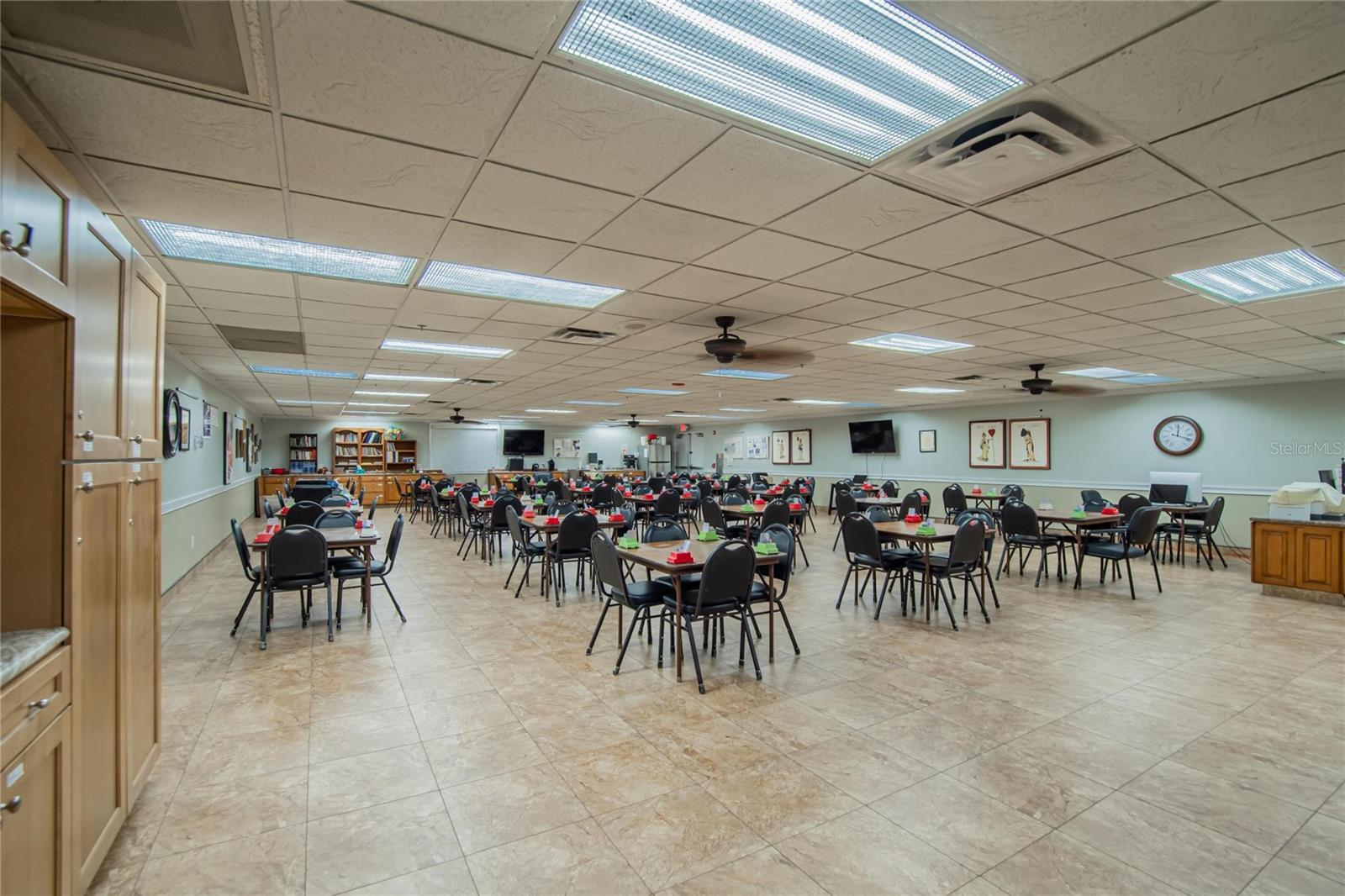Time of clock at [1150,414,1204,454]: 12:18
